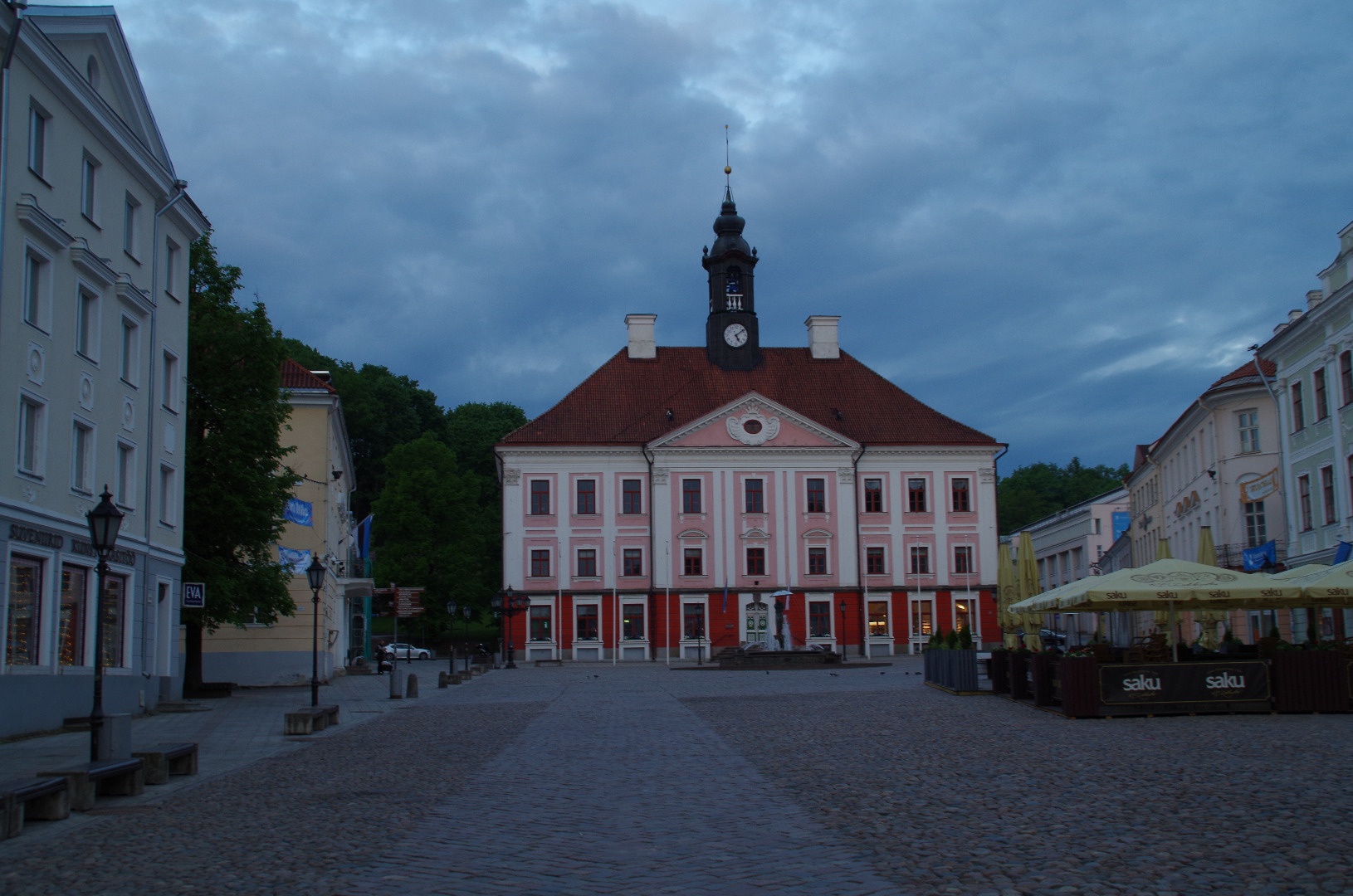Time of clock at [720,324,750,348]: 5:08
